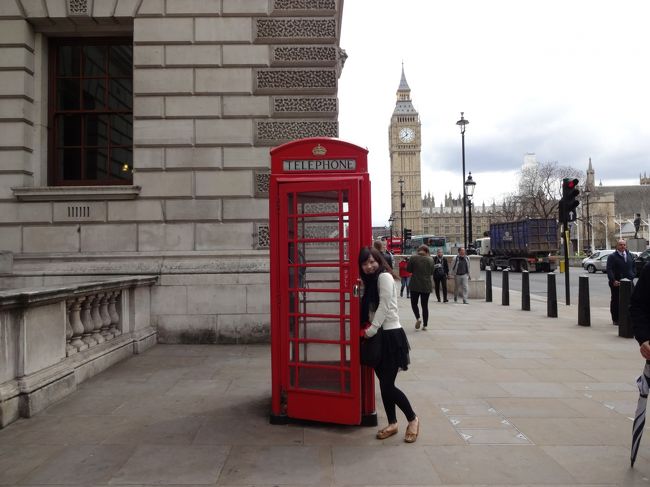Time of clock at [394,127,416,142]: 11:38
